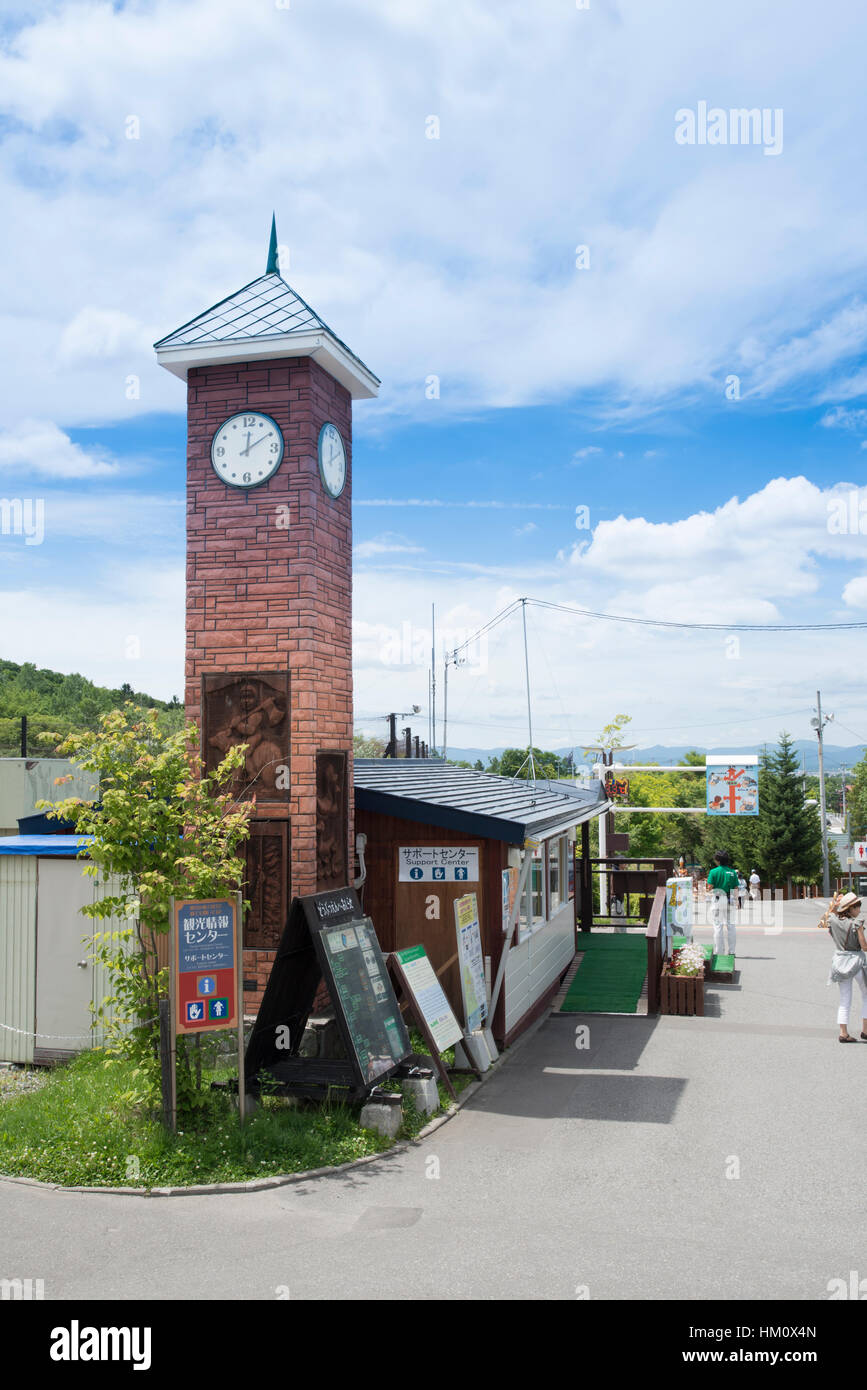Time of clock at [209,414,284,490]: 12:09
